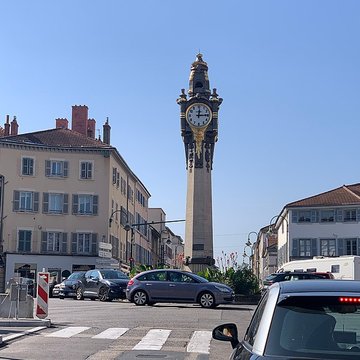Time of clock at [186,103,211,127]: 12:14
